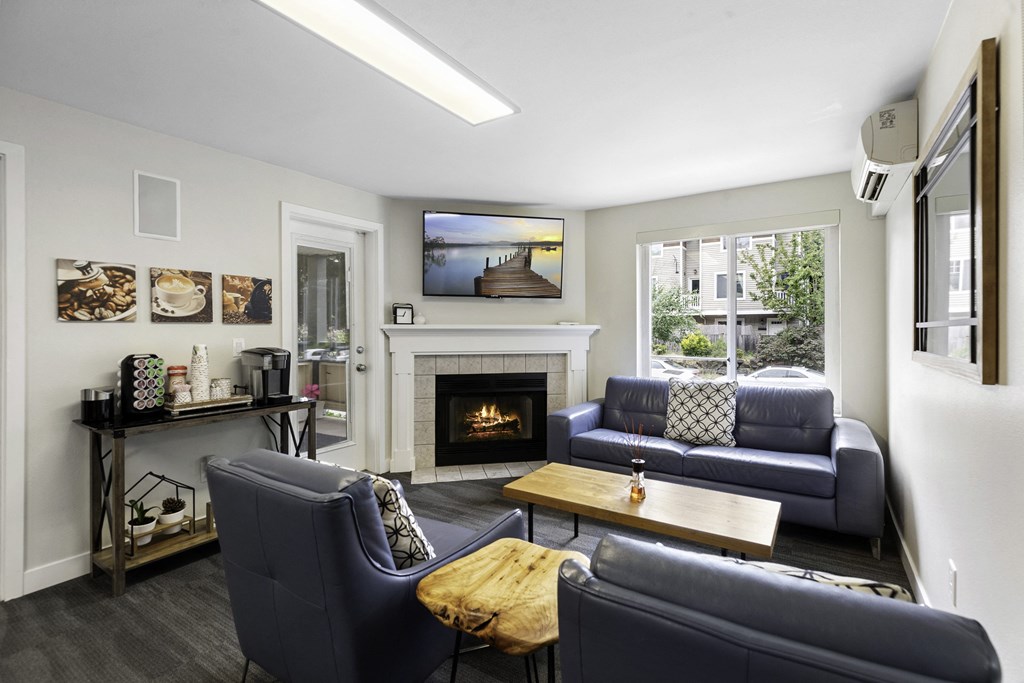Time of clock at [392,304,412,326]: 12:45
